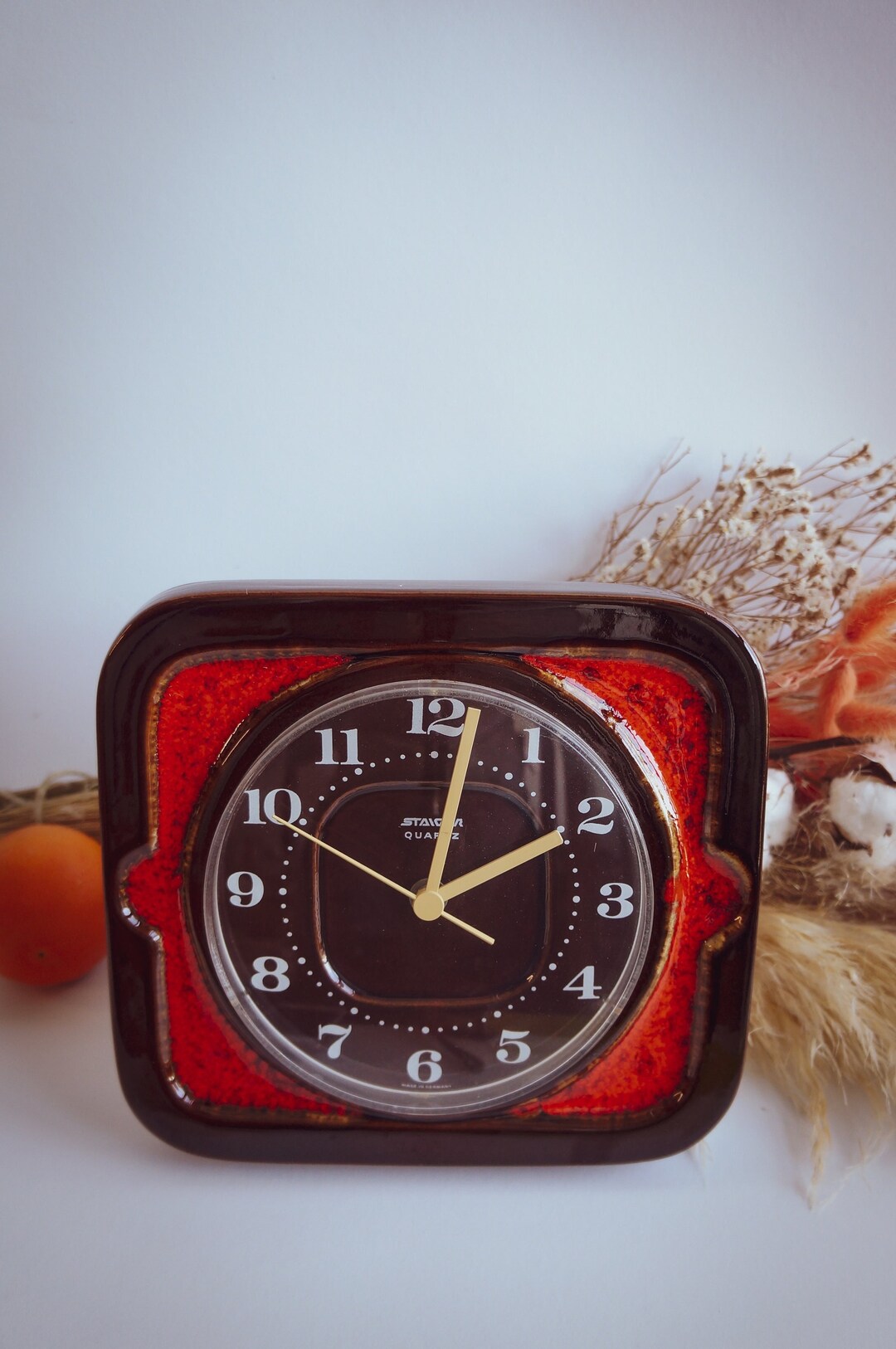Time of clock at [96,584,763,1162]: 2:01
